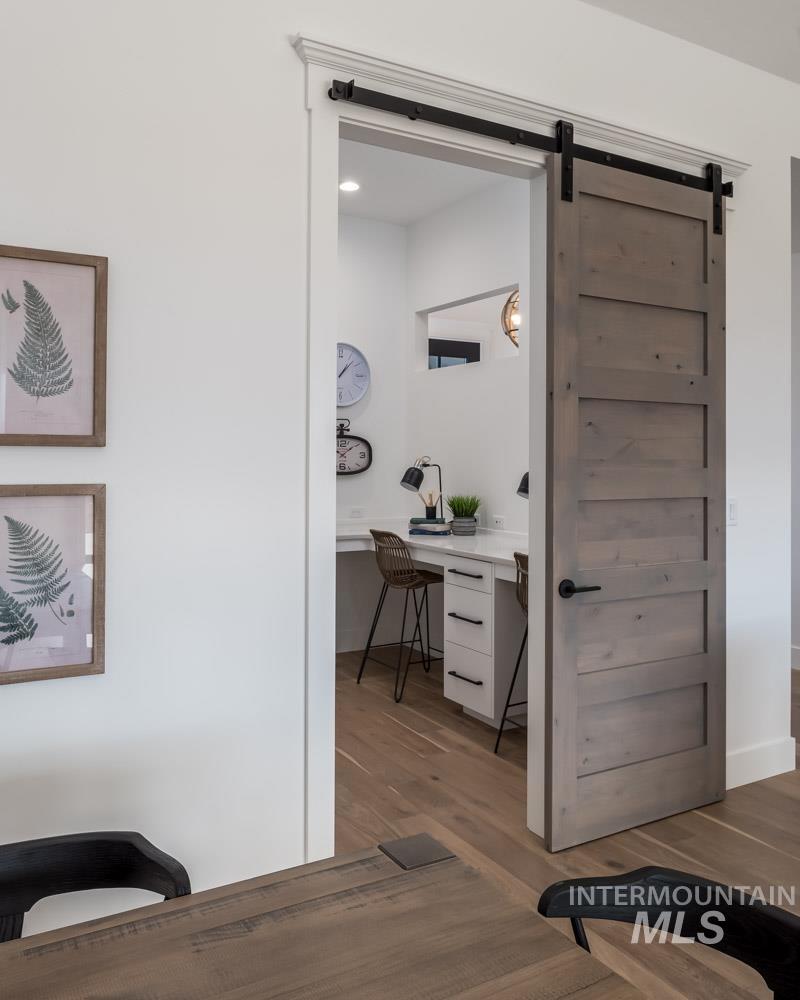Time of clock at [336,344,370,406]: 1:07
